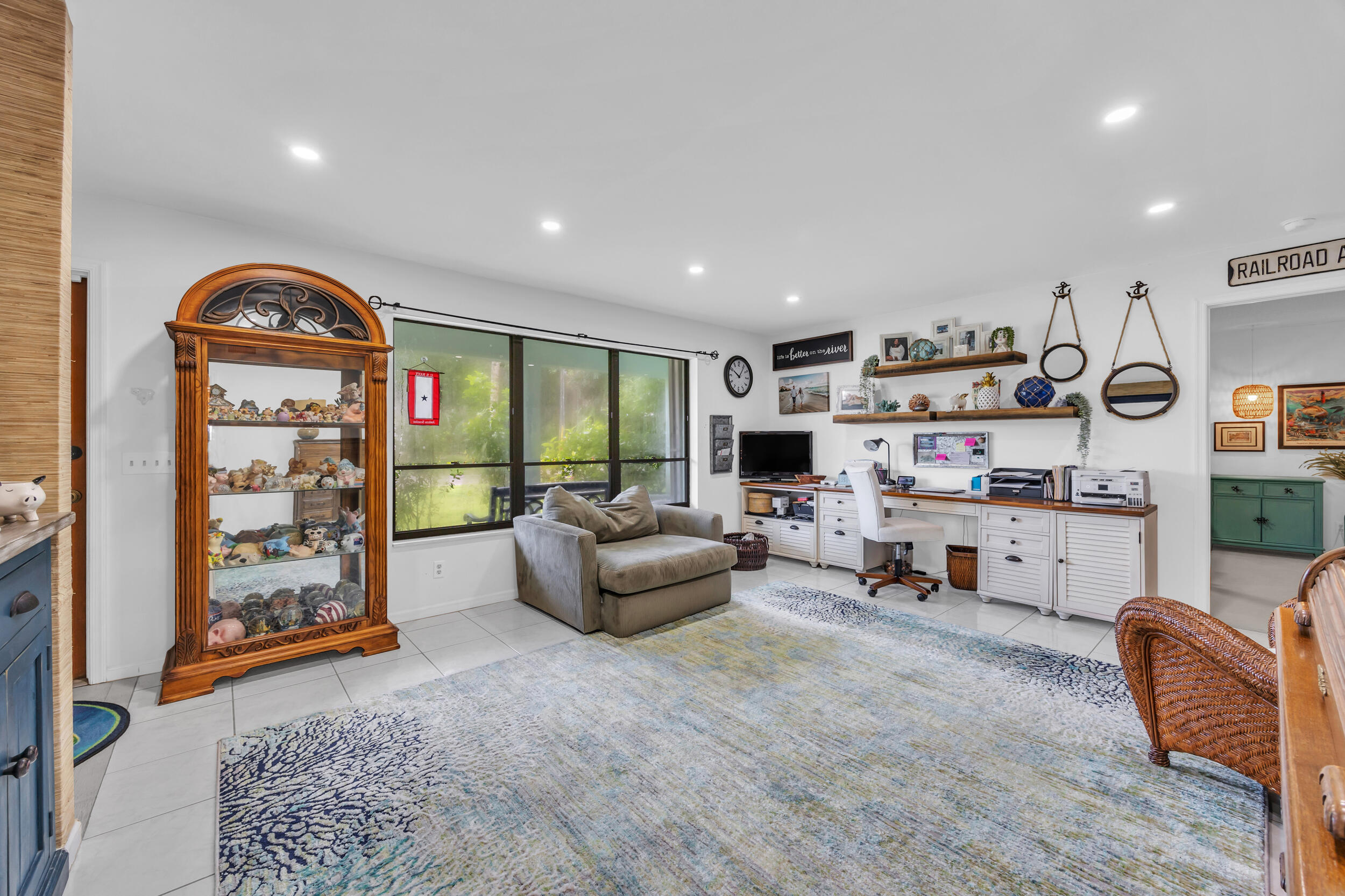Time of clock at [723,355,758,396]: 10:06
